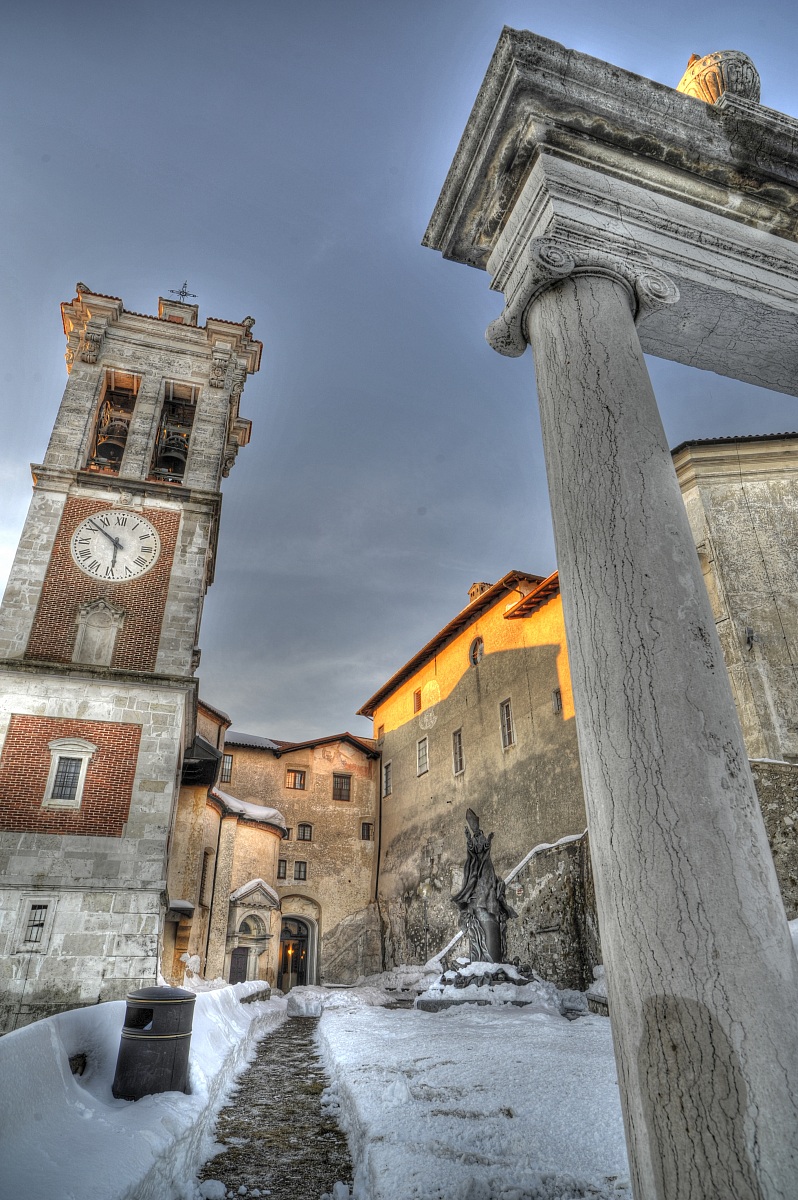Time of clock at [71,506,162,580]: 5:51
